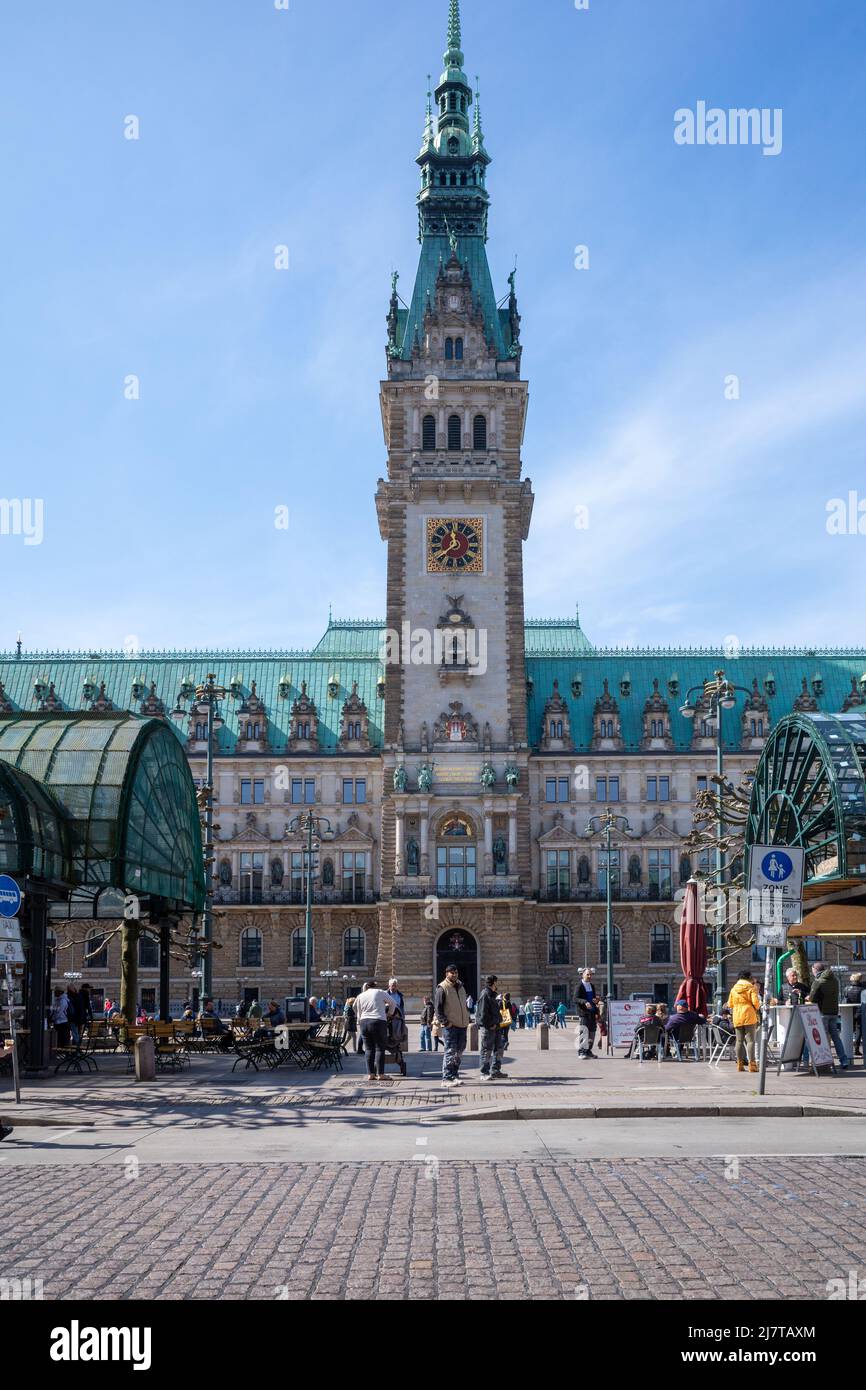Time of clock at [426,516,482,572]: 11:38
